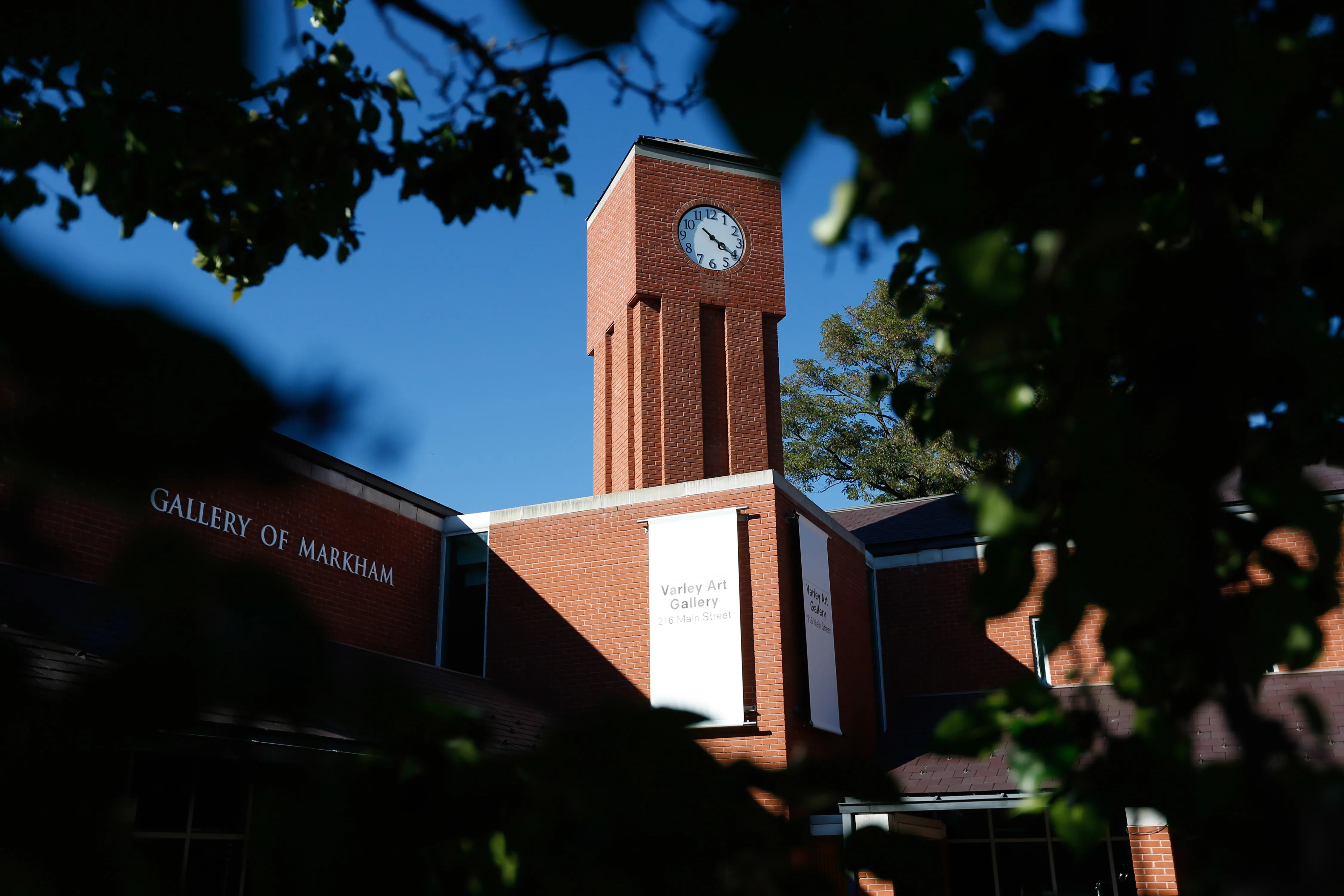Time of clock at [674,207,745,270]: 4:21
